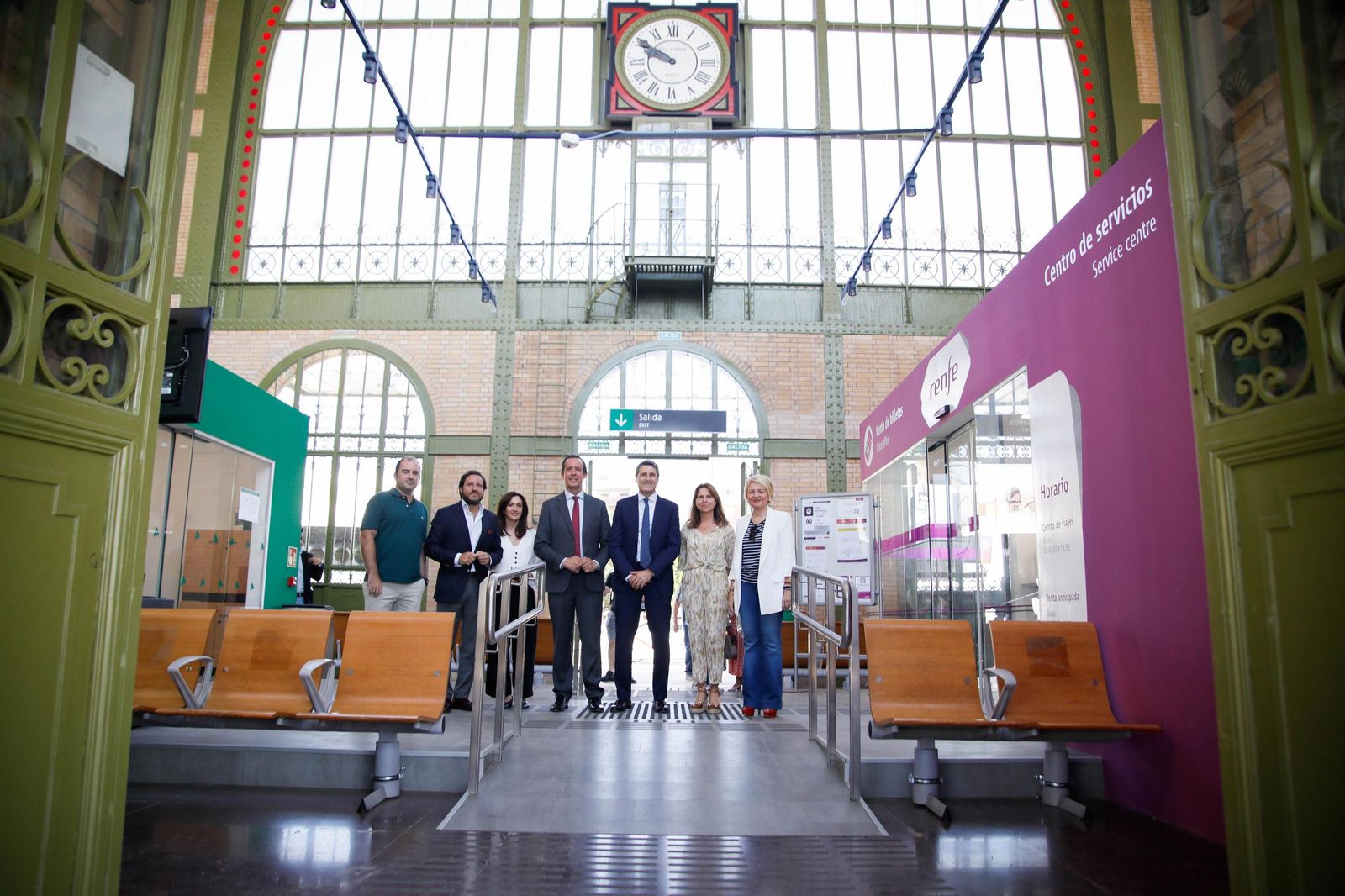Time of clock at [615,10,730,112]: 9:50
